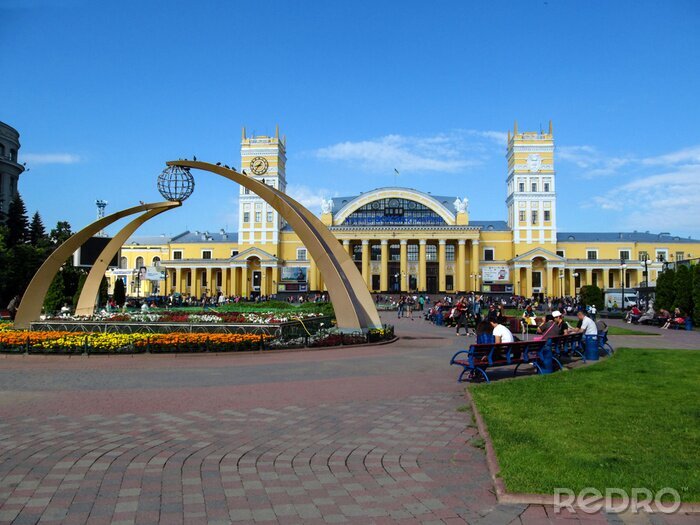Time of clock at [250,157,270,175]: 8:36
